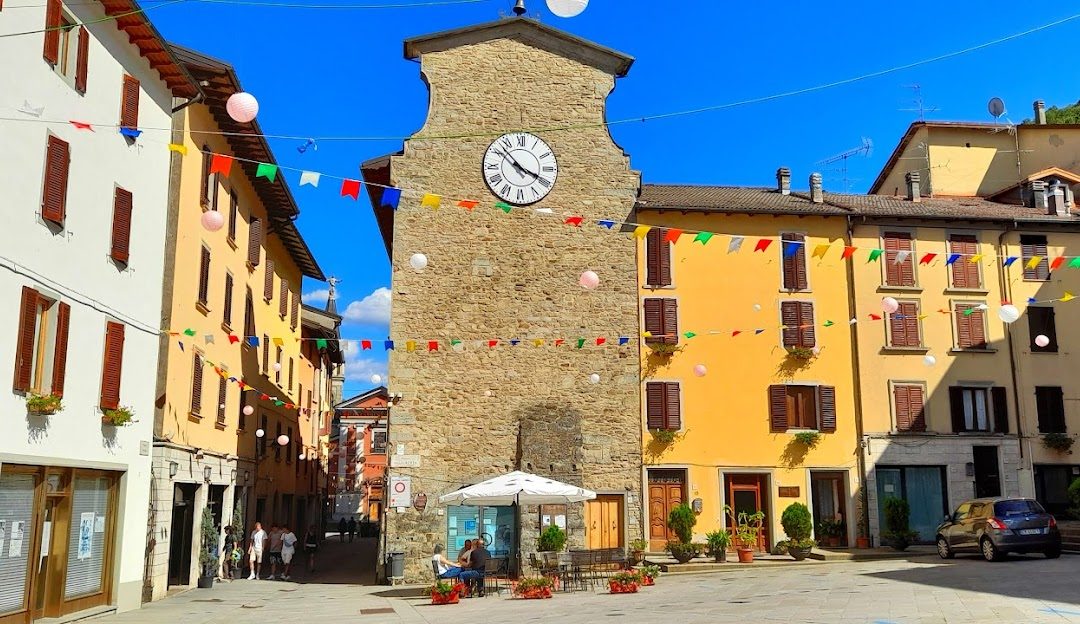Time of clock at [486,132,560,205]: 3:52
